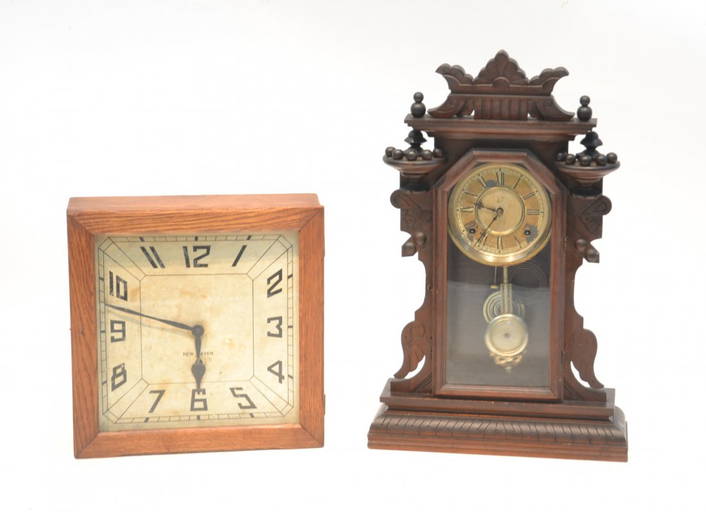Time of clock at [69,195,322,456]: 5:47
